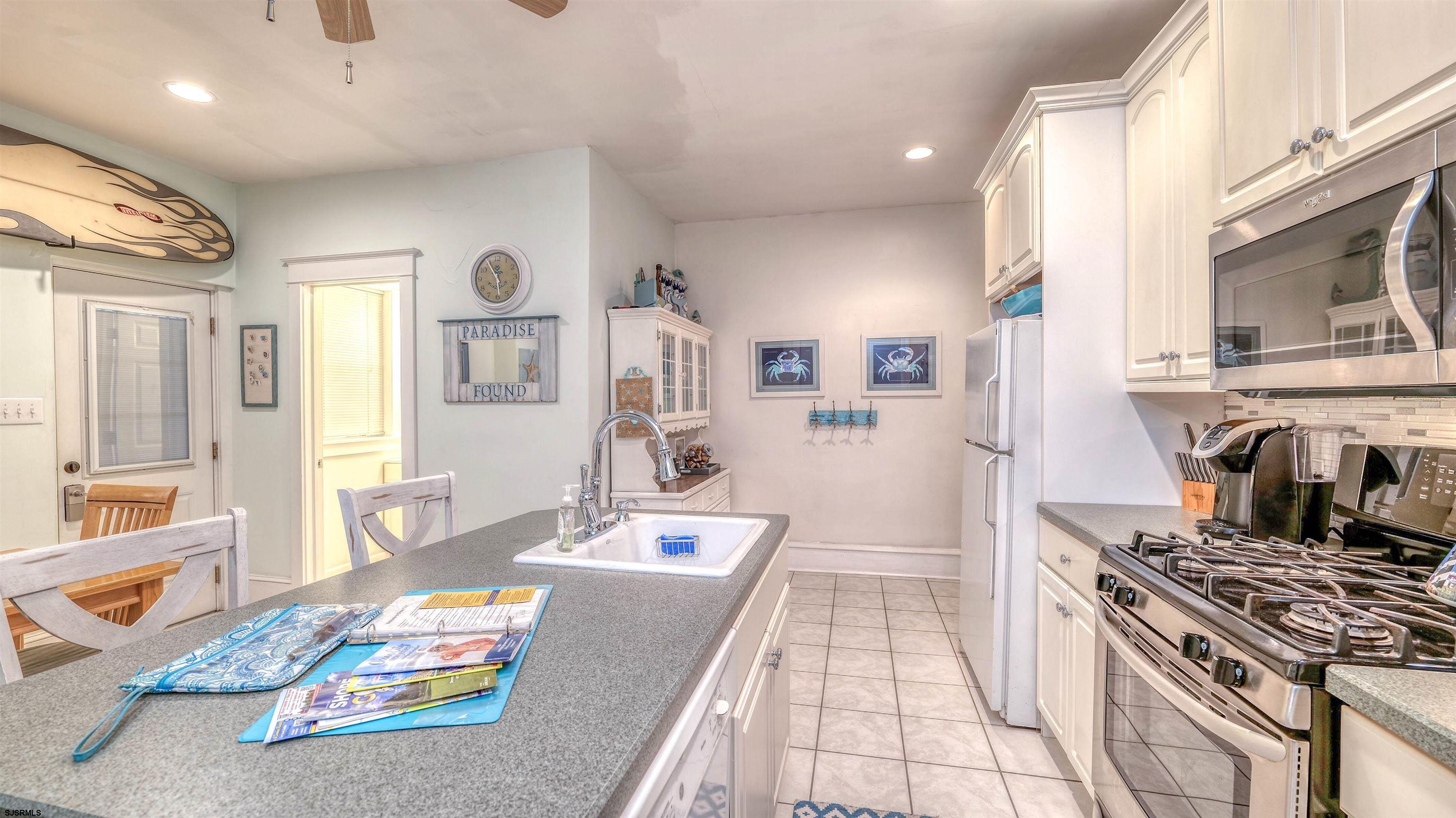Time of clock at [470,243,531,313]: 5:55
